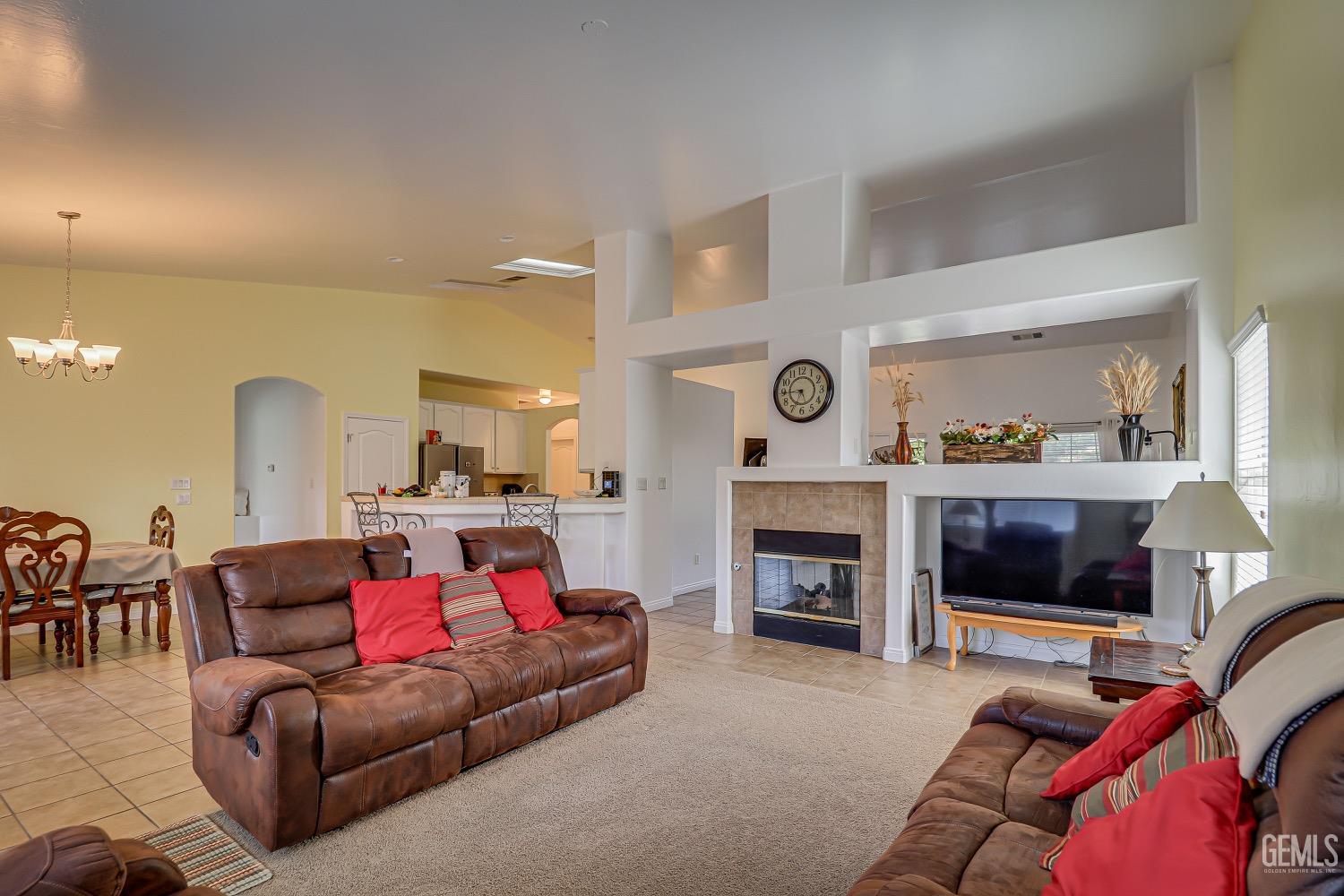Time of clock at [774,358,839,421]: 5:44
